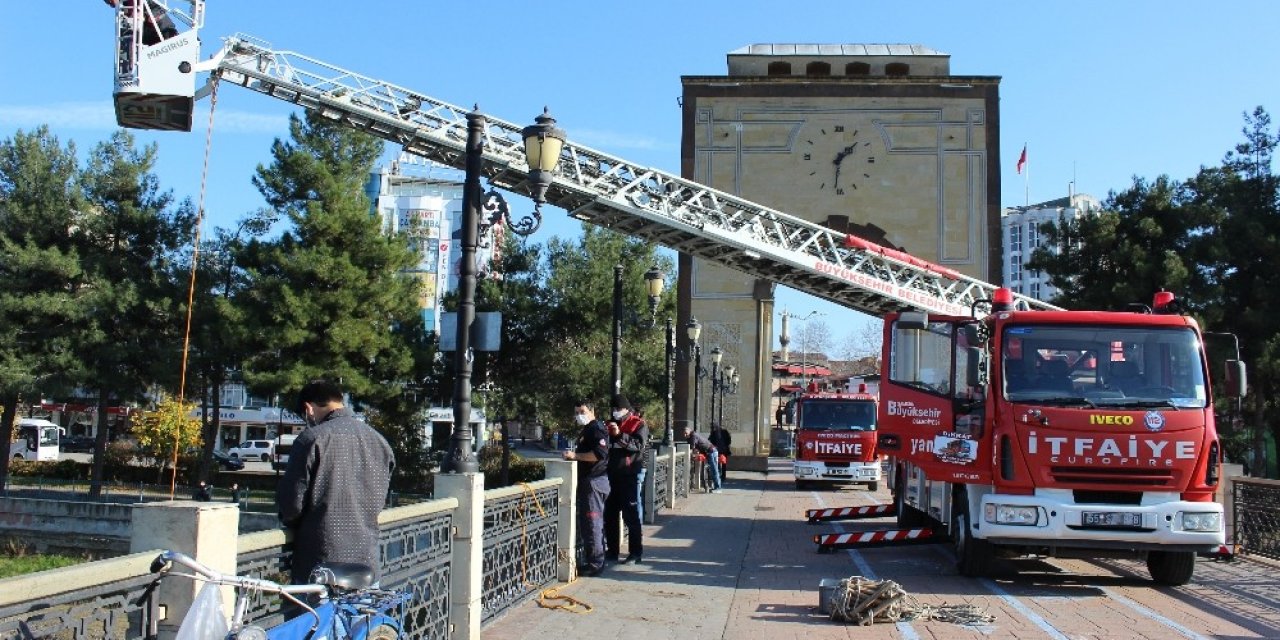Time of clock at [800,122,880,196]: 1:31
